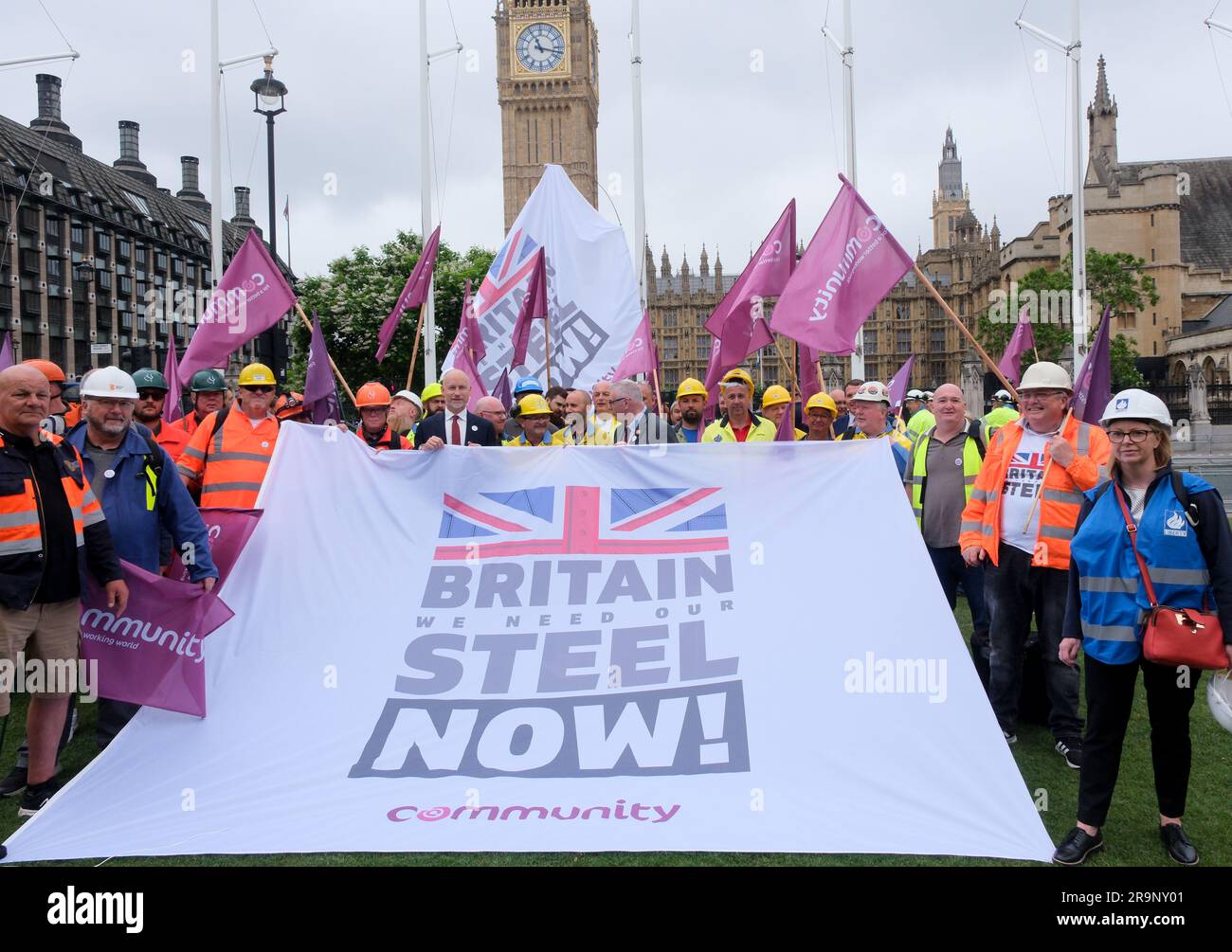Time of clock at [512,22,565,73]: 11:17
